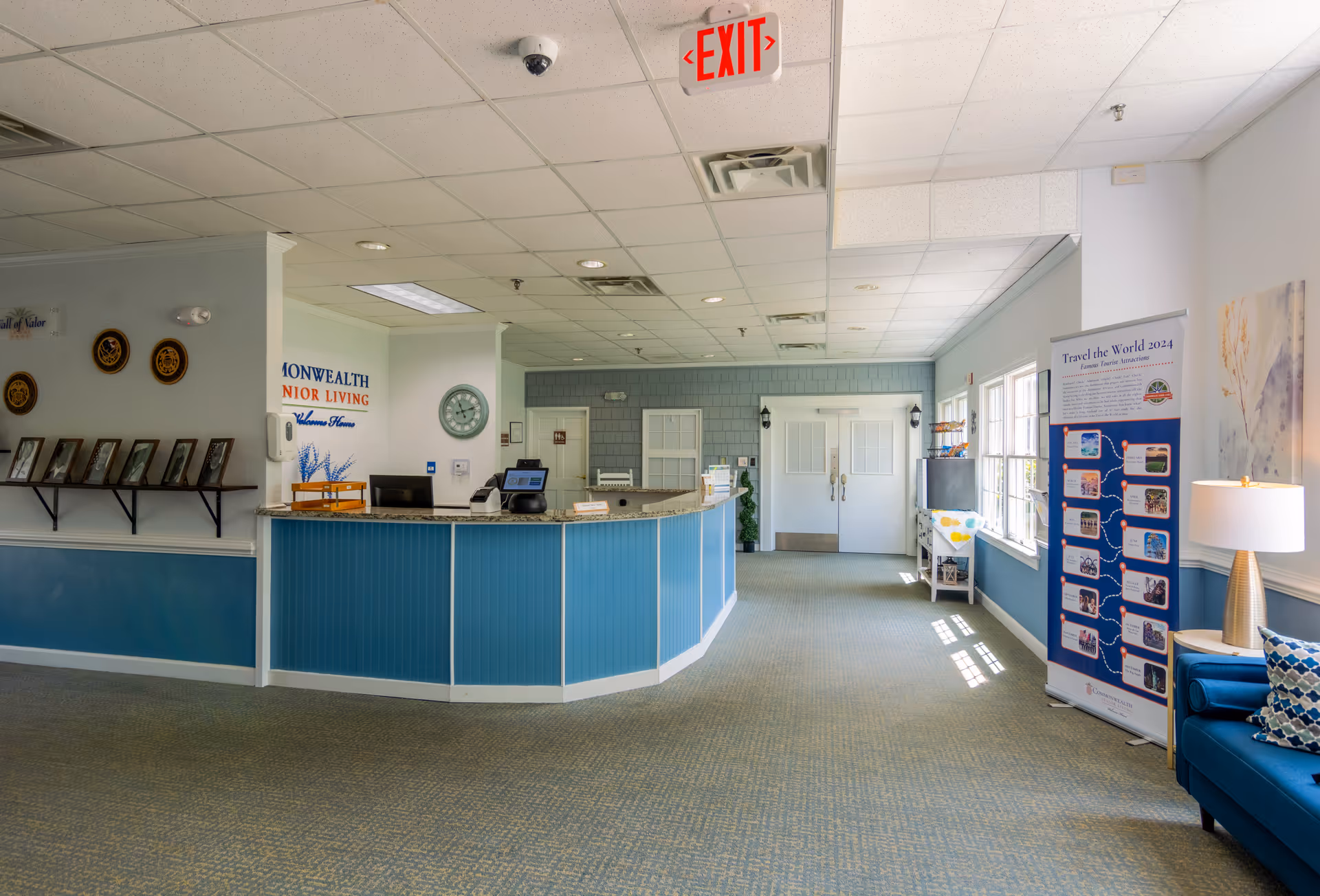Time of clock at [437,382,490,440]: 11:12
